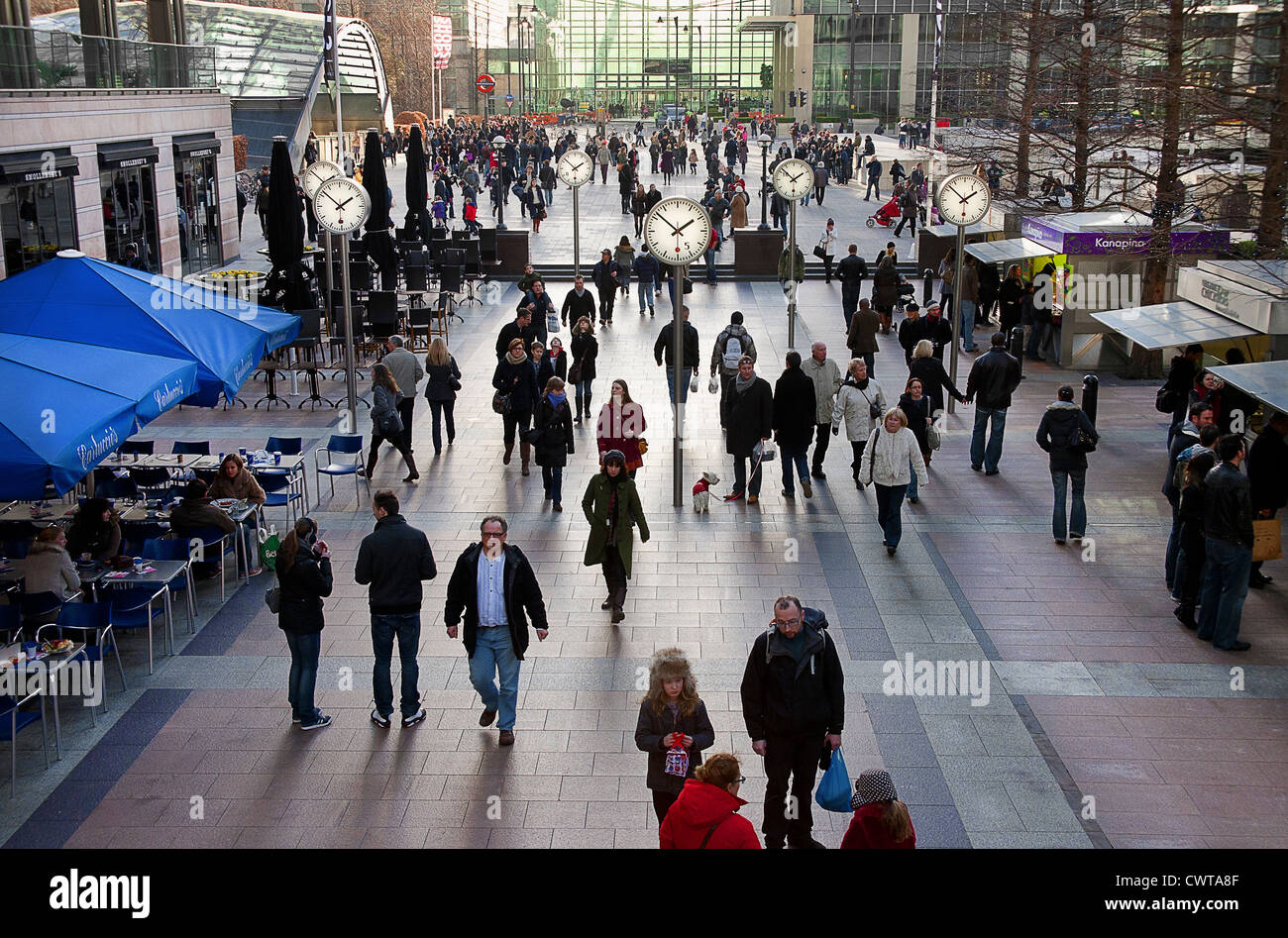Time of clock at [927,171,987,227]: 1:52
